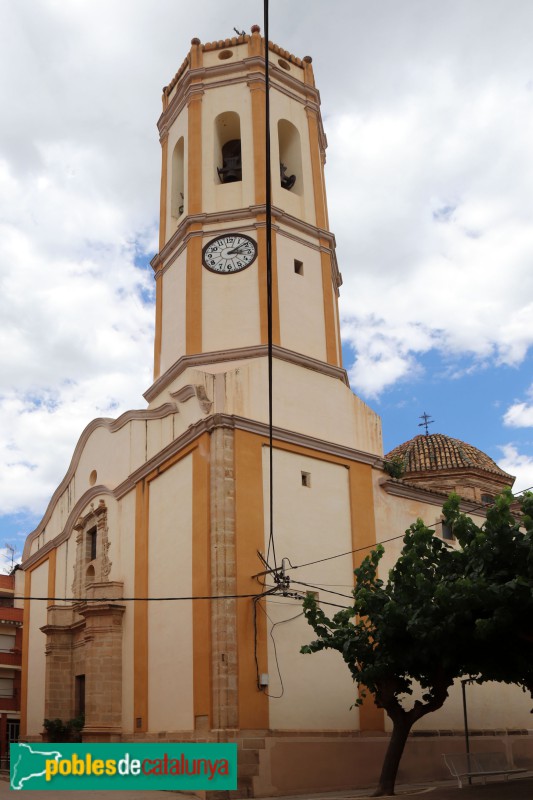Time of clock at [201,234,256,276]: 3:09
